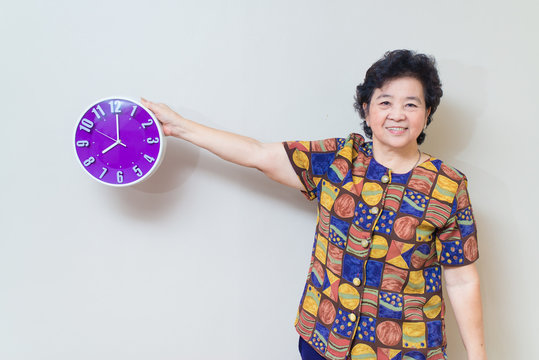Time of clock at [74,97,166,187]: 8:00
